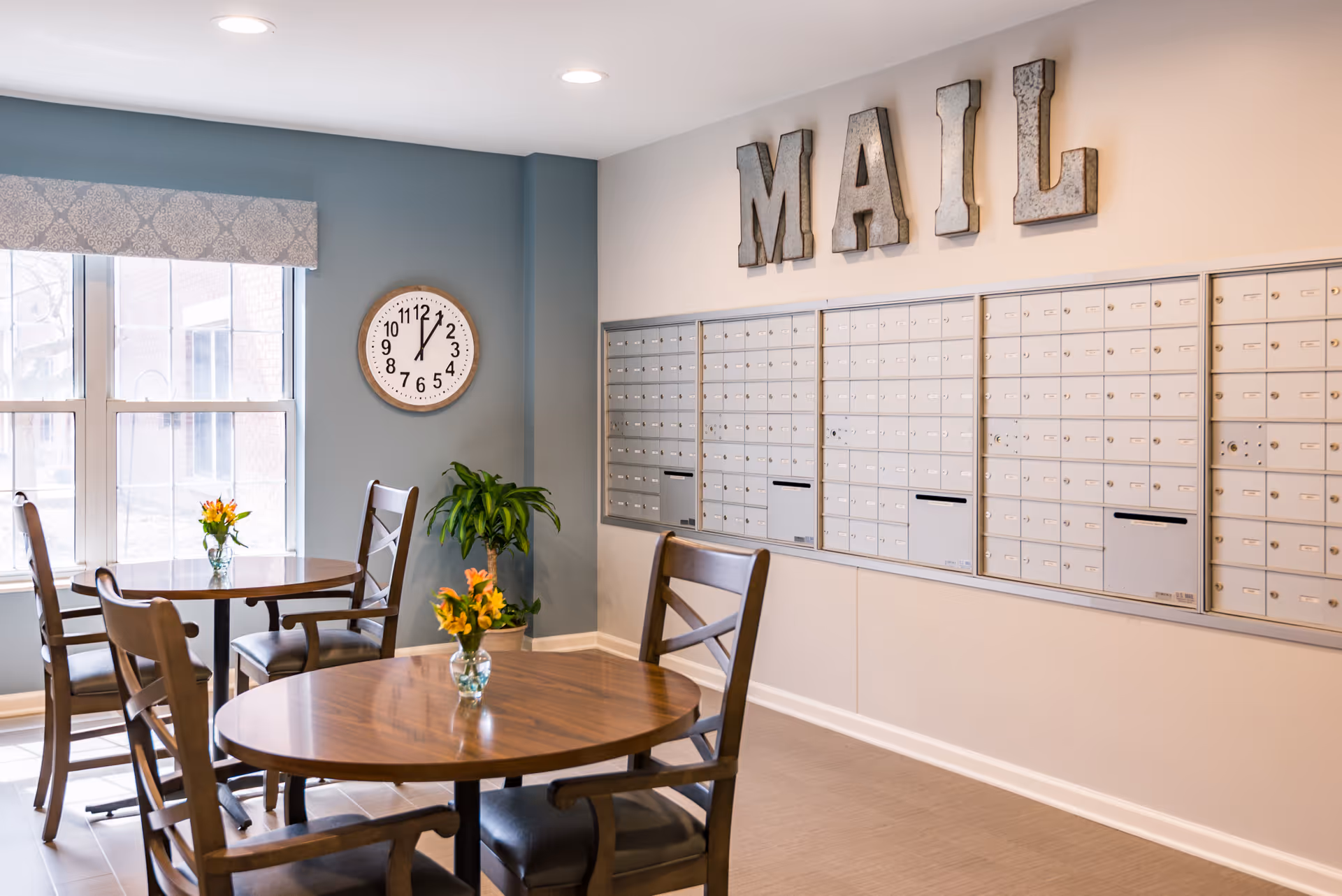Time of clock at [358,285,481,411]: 12:05
